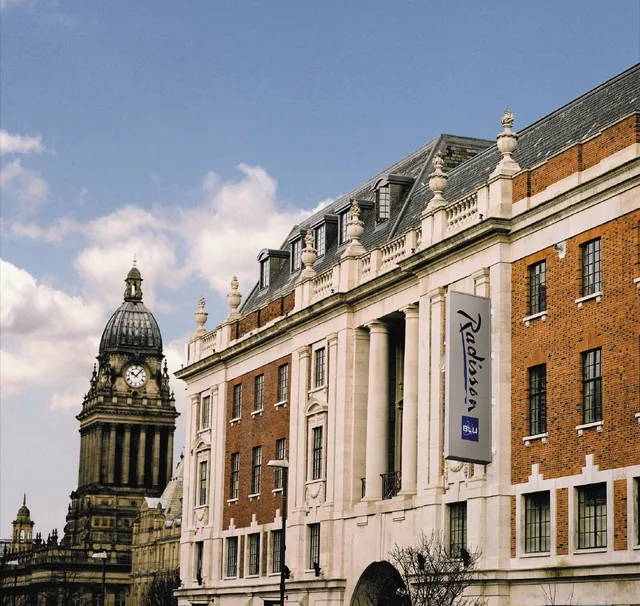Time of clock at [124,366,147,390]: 10:07
